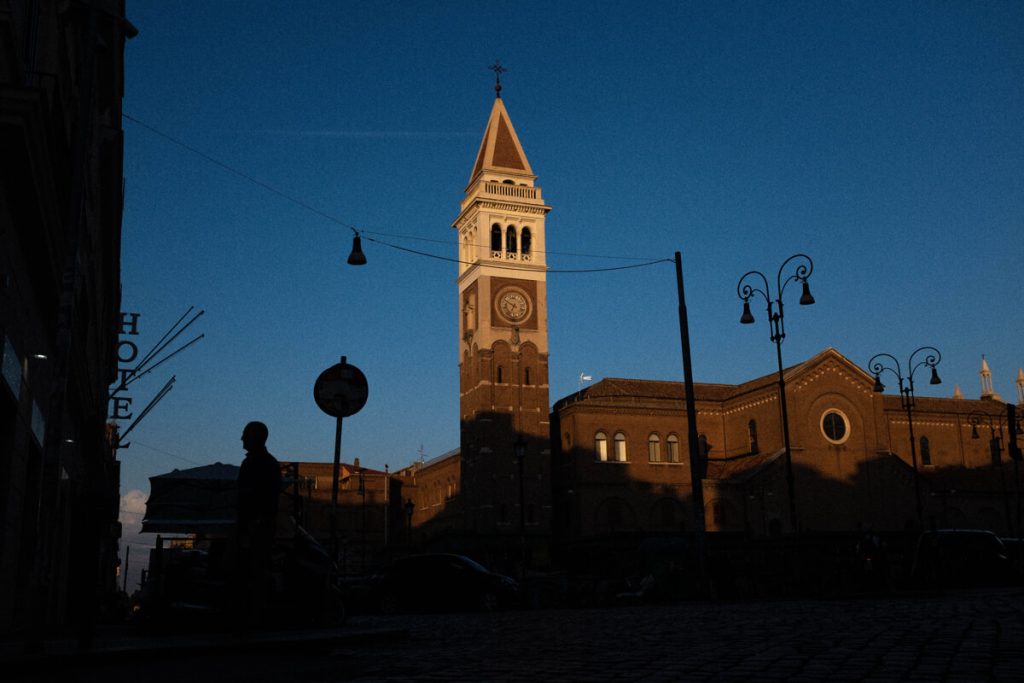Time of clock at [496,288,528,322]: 6:49
